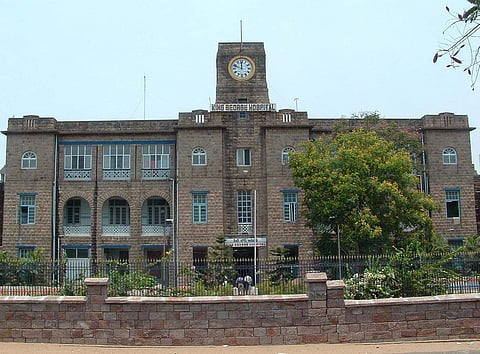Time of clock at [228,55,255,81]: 11:48
